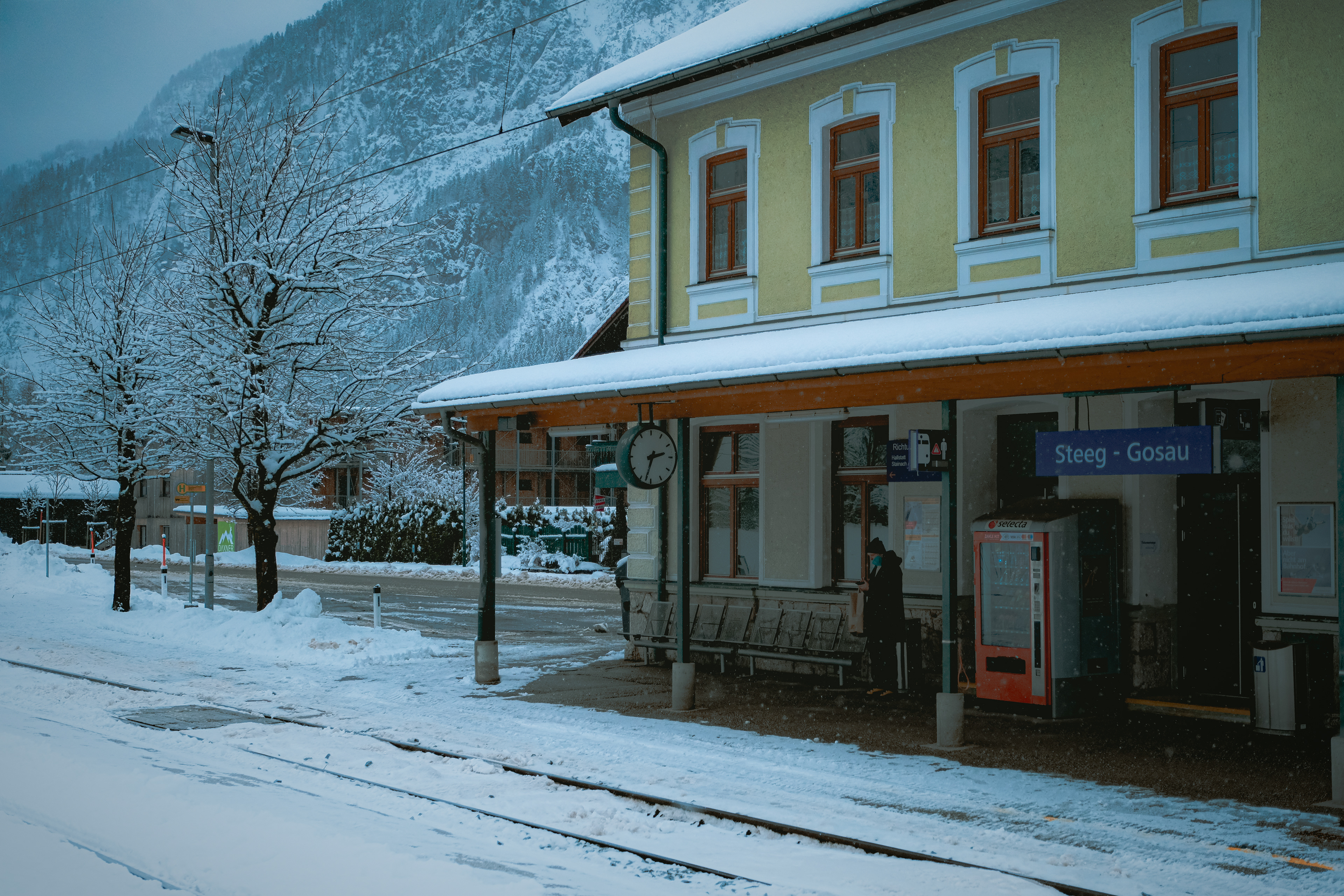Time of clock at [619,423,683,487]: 2:32
